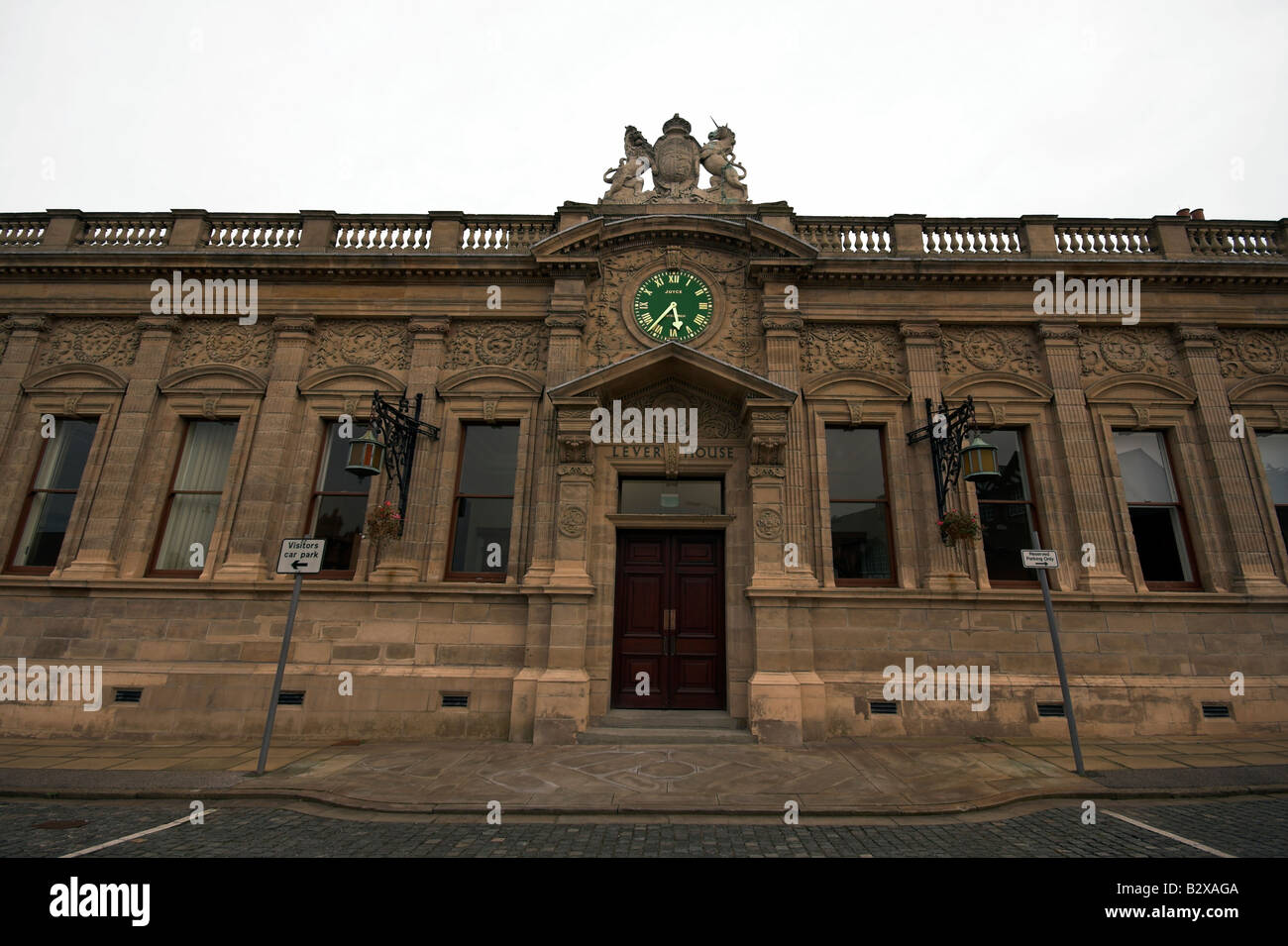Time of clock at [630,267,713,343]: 5:36
